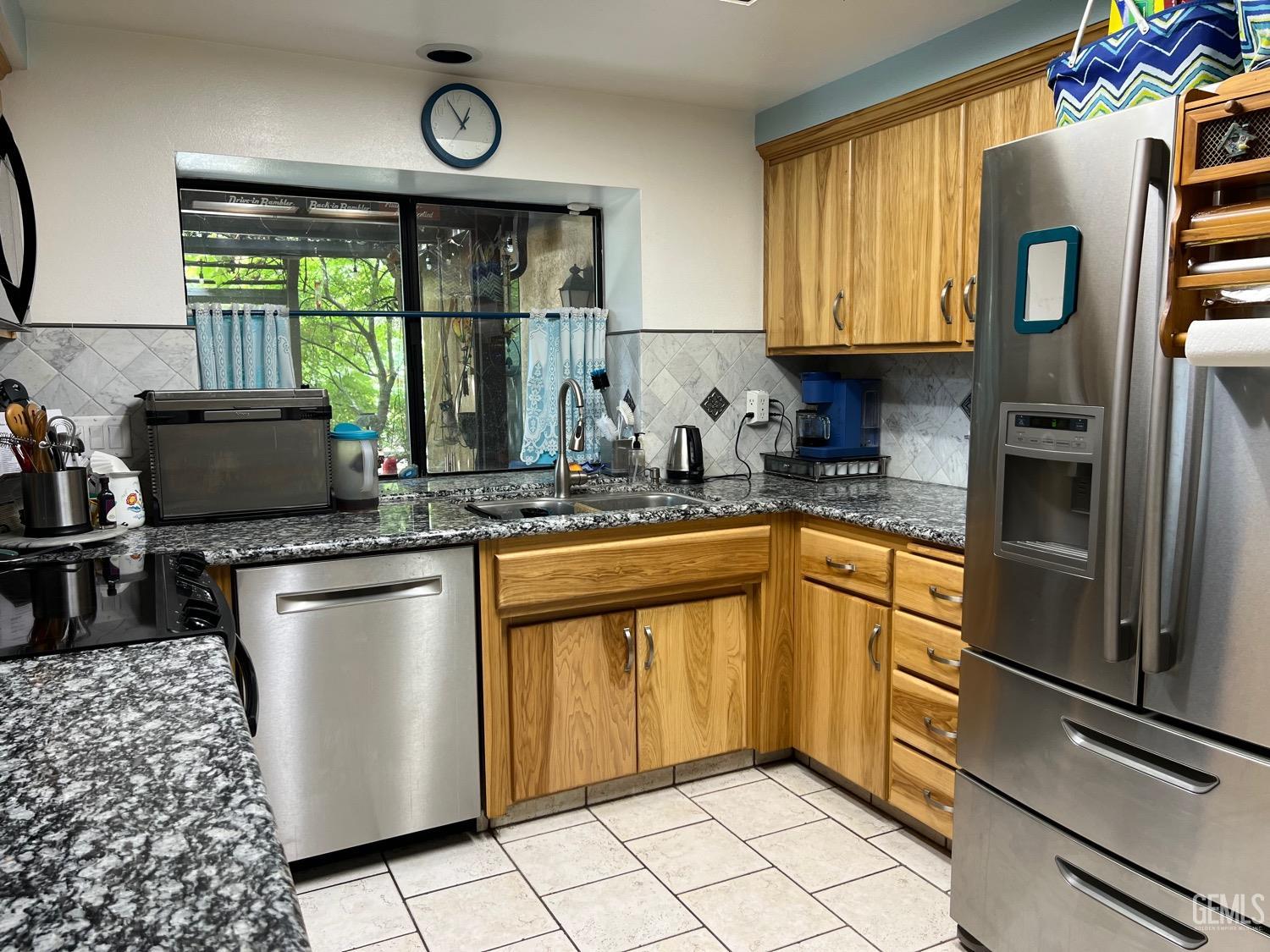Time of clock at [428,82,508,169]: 12:55
